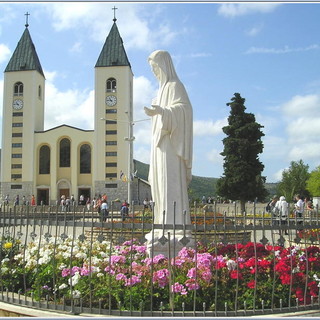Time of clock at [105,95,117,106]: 10:46
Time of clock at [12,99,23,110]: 10:45
